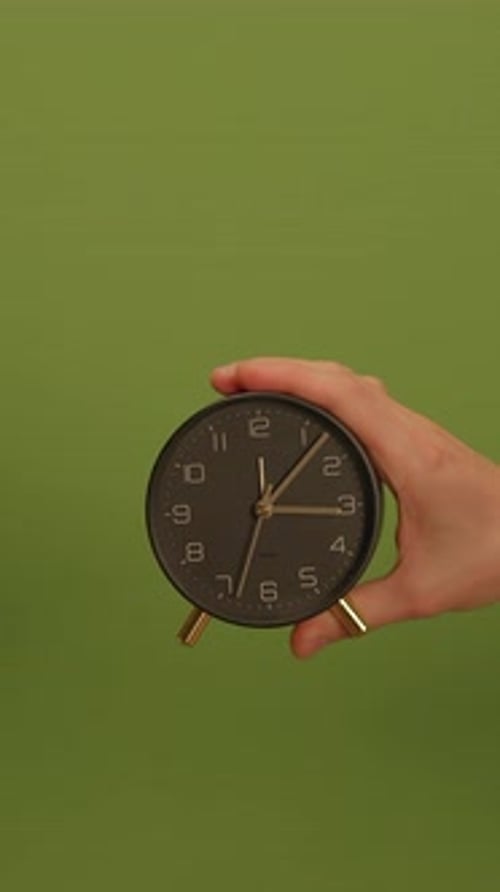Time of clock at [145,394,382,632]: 3:06
